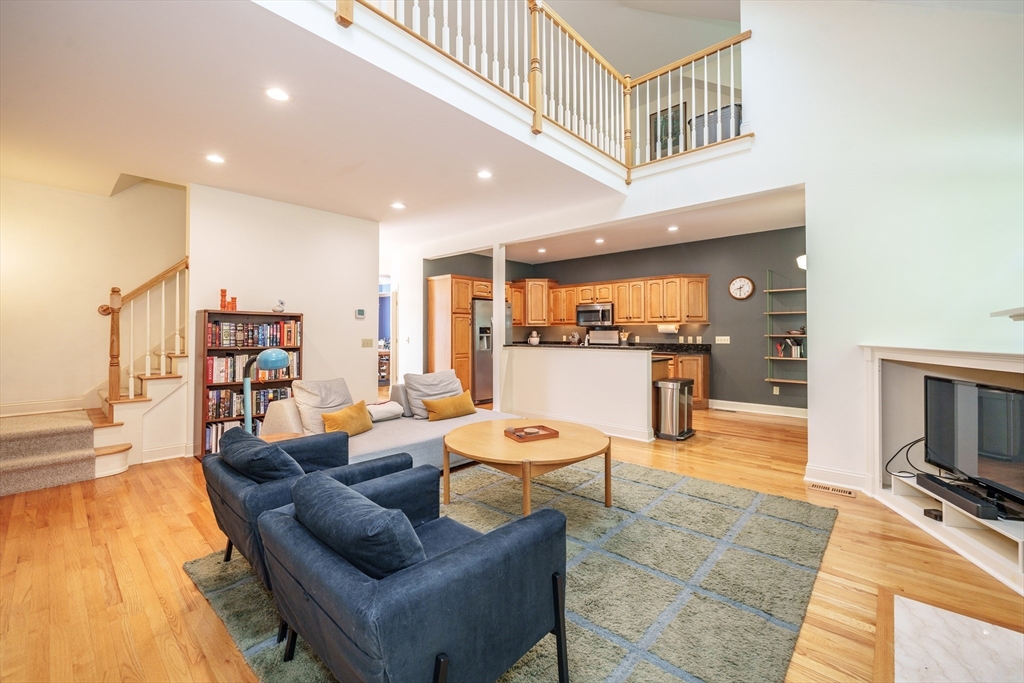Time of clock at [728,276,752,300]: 8:30
